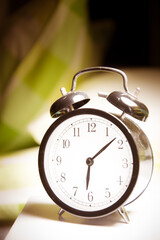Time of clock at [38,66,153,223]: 6:08
